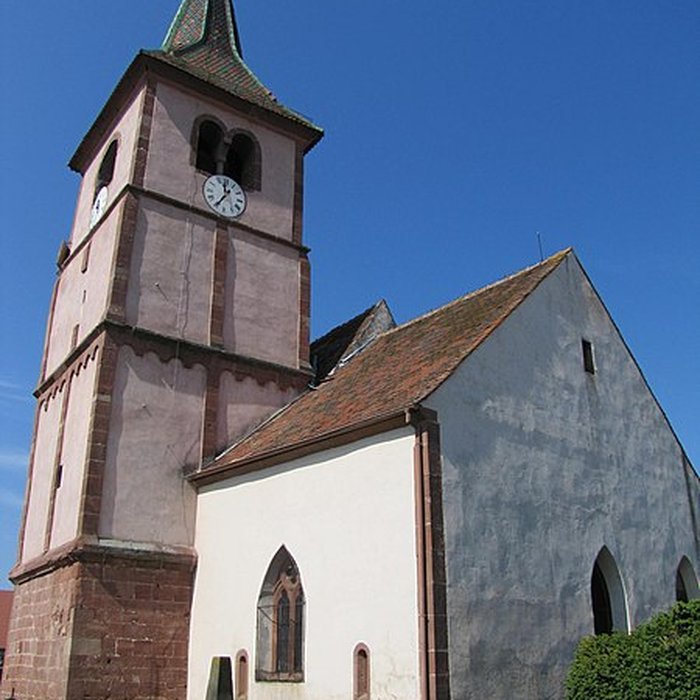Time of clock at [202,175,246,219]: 11:35
